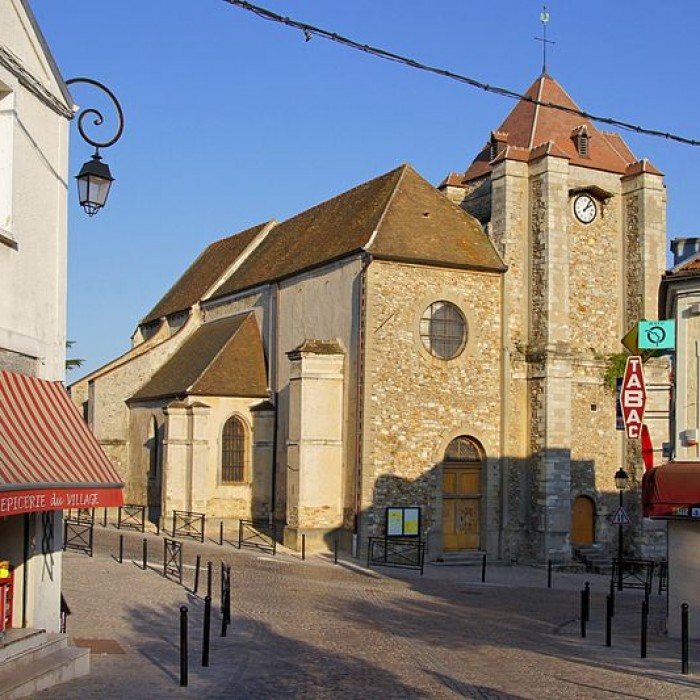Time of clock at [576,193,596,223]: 2:06
